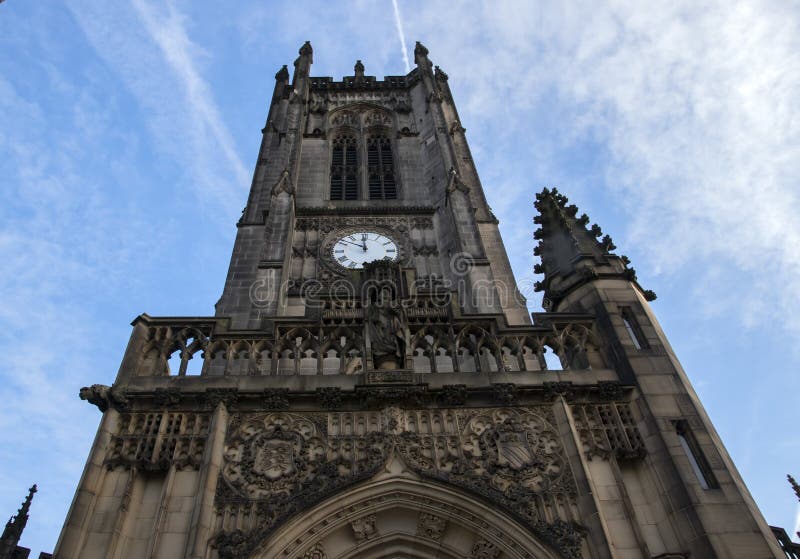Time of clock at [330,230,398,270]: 11:50
